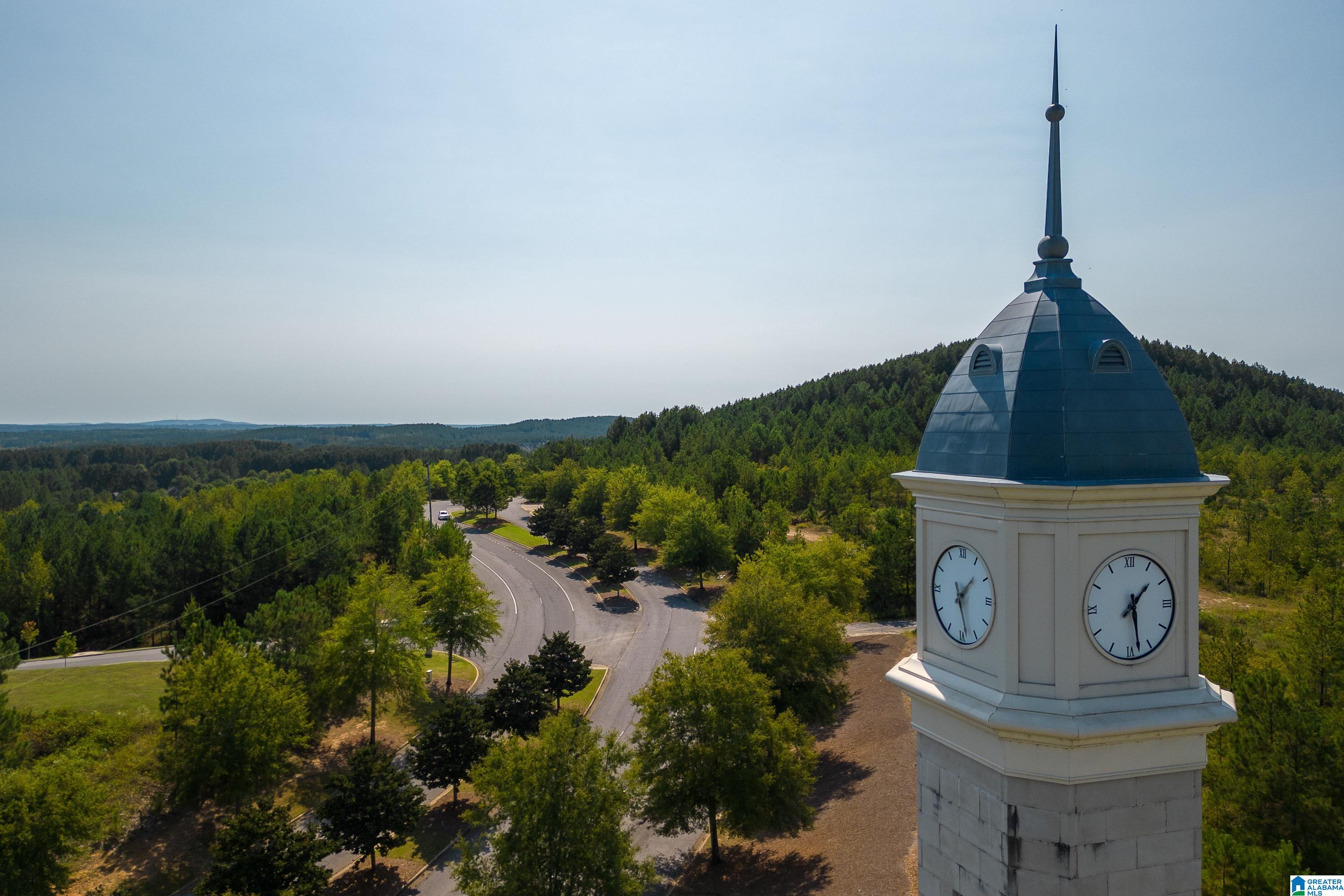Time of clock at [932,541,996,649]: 1:28
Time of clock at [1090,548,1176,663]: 1:28
